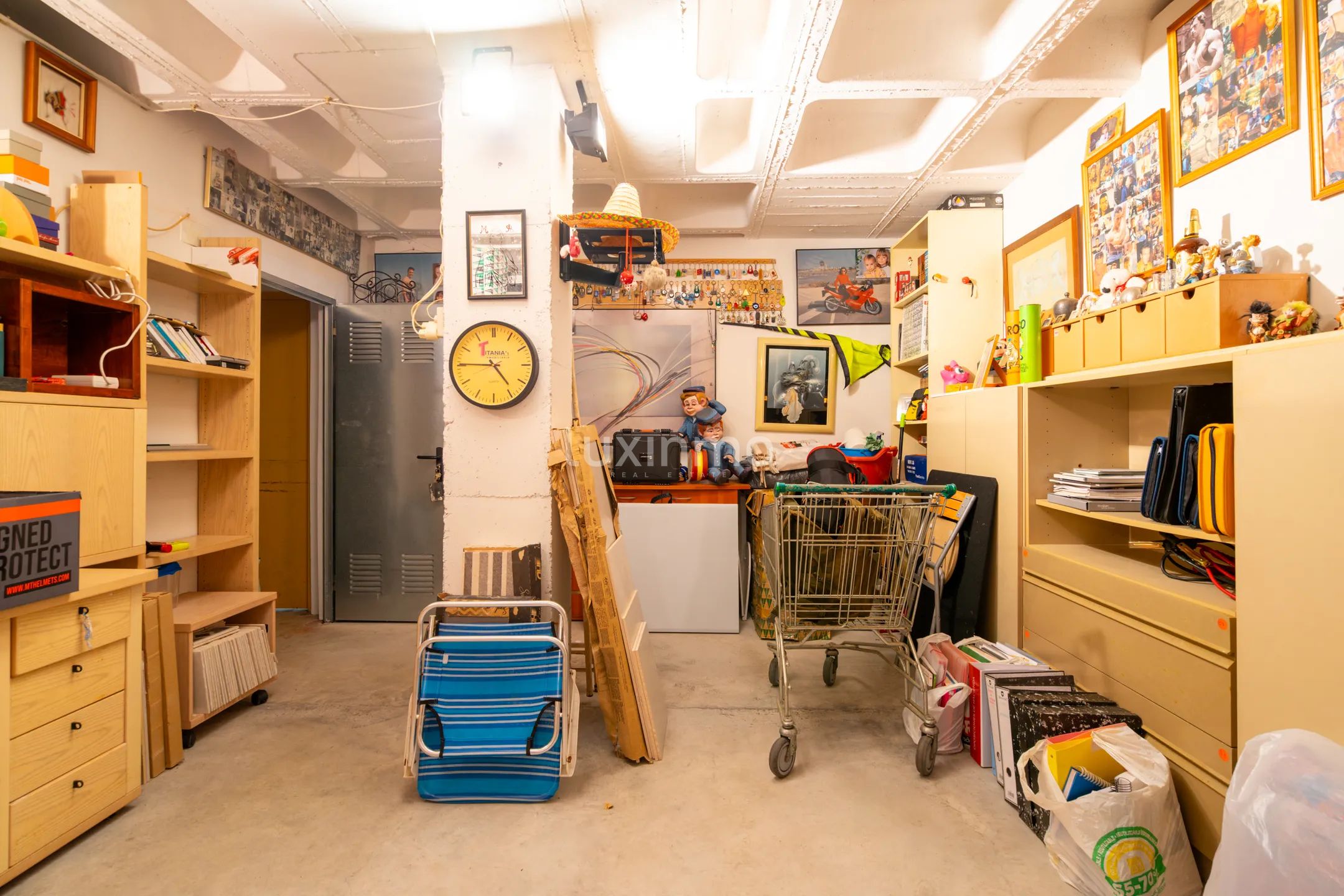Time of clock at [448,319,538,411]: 4:45
